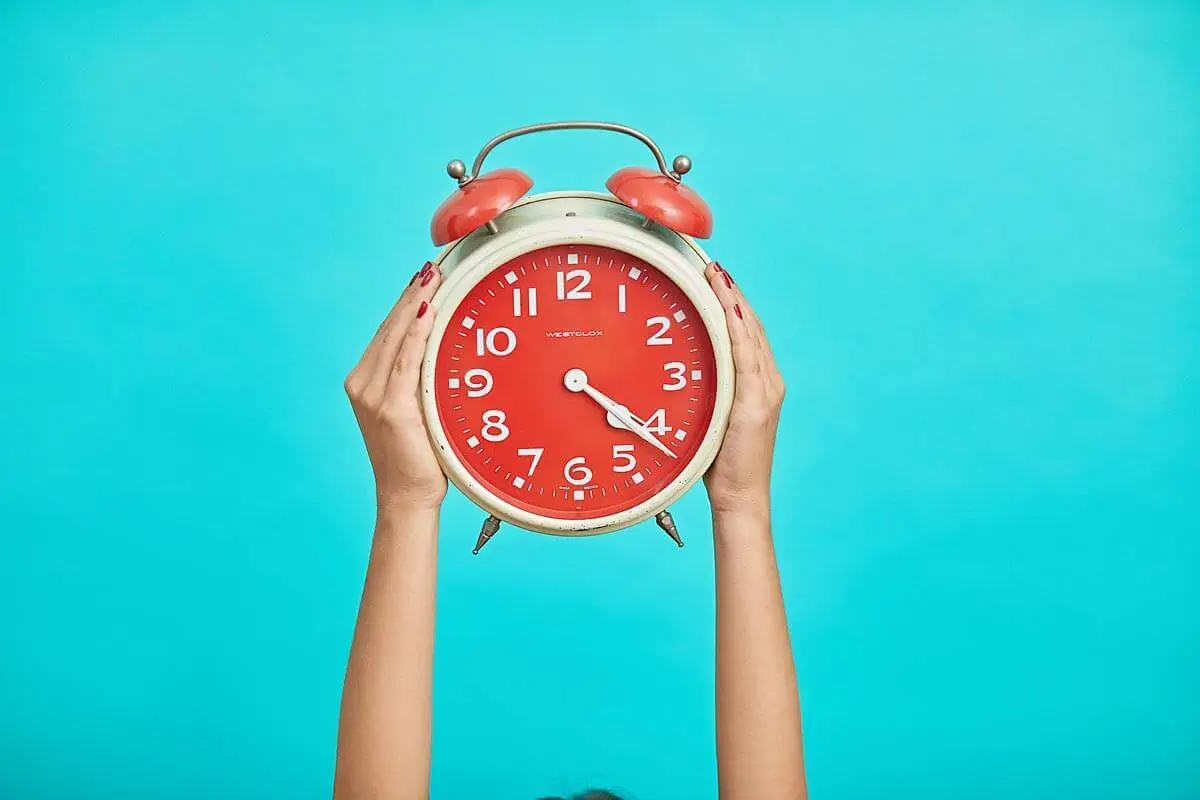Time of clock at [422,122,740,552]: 4:21
